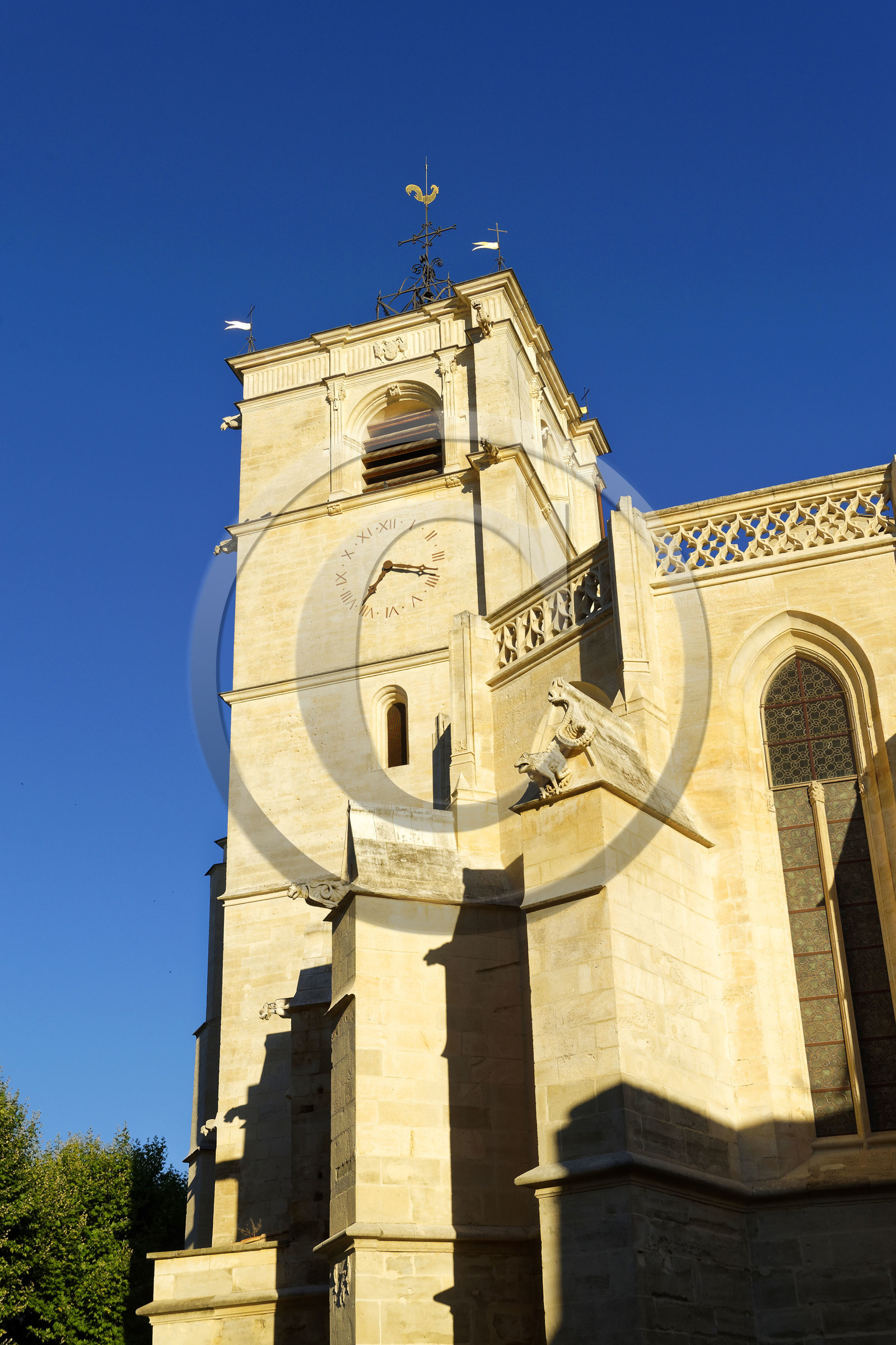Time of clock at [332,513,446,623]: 7:18
